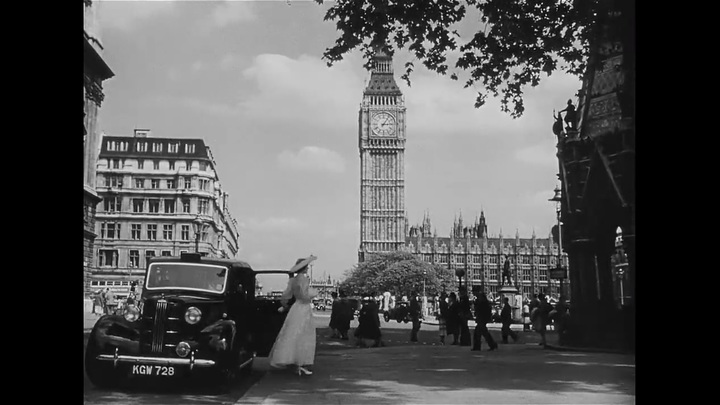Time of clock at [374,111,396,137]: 3:05
